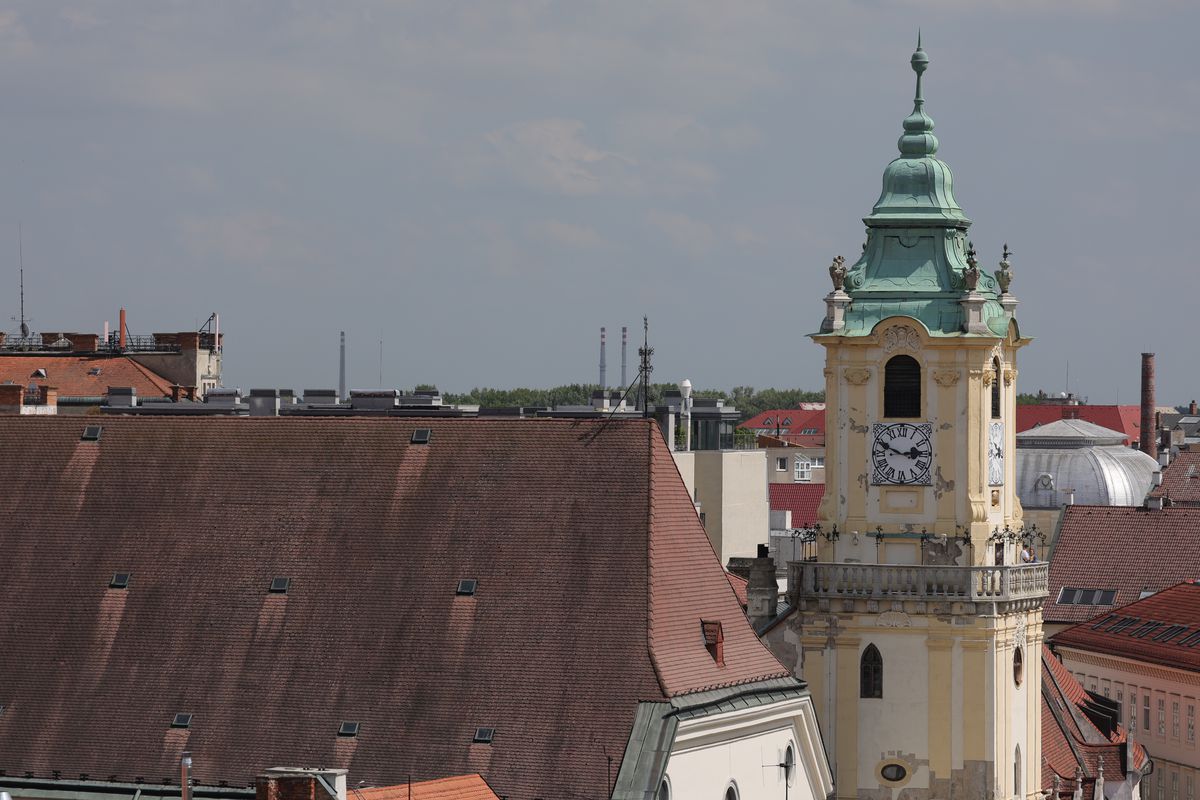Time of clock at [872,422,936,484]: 2:48
